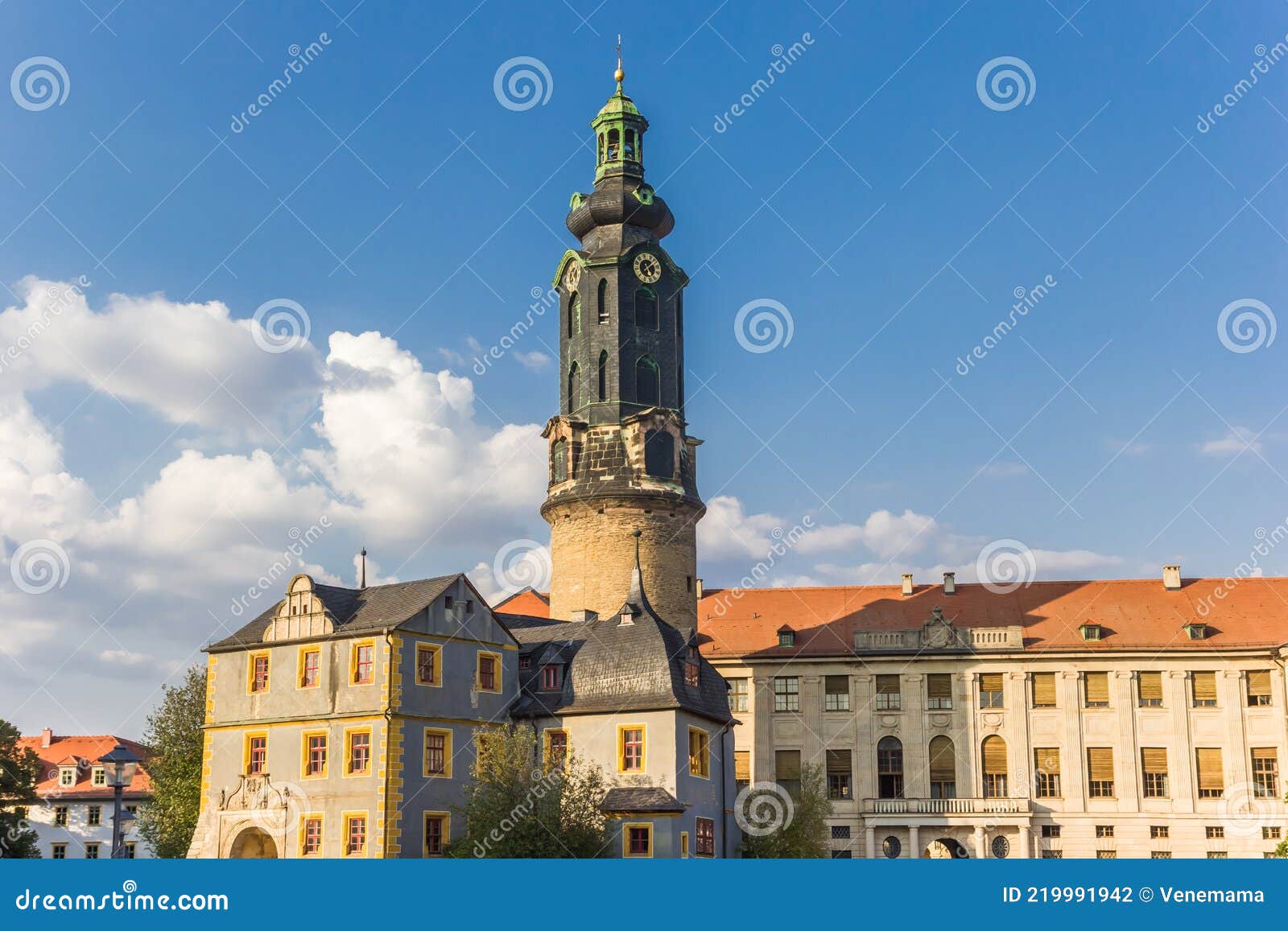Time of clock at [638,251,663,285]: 5:09
